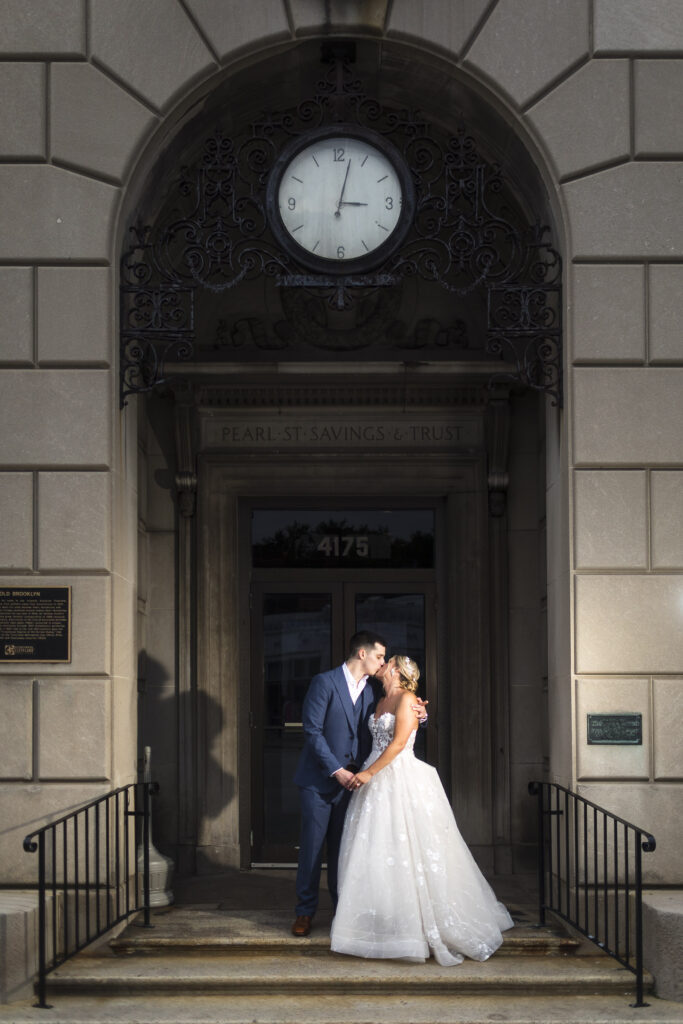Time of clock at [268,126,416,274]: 3:02
